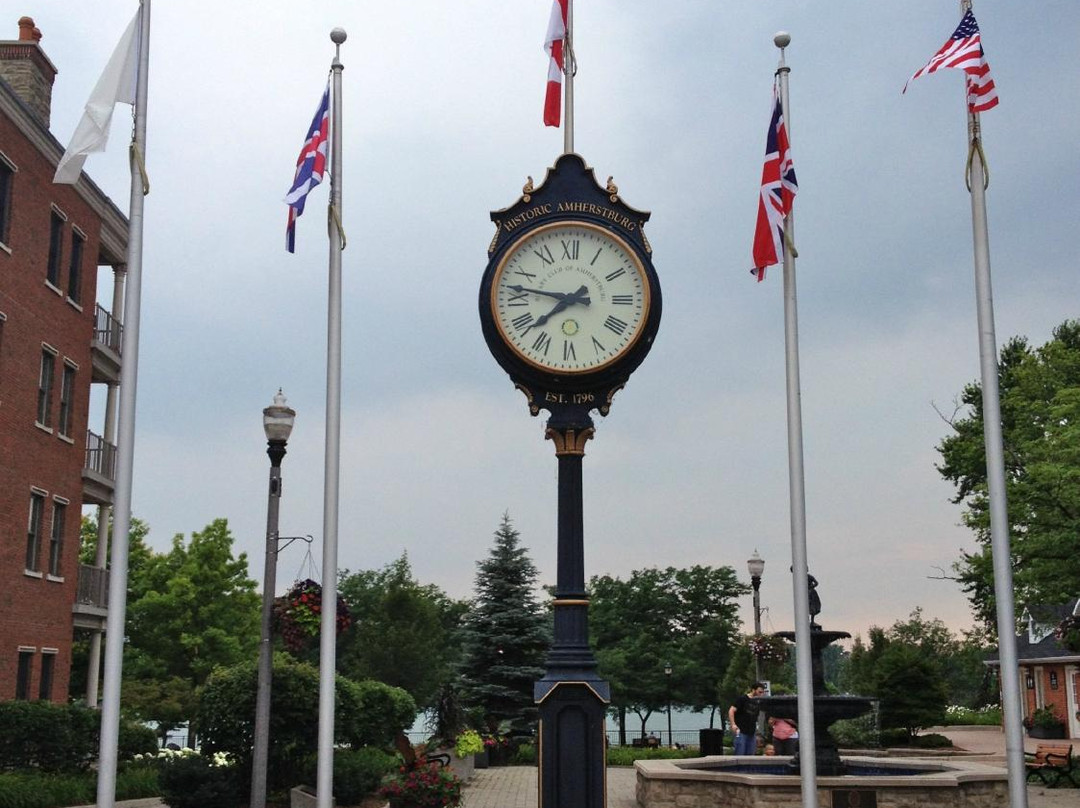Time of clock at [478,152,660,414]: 7:46
